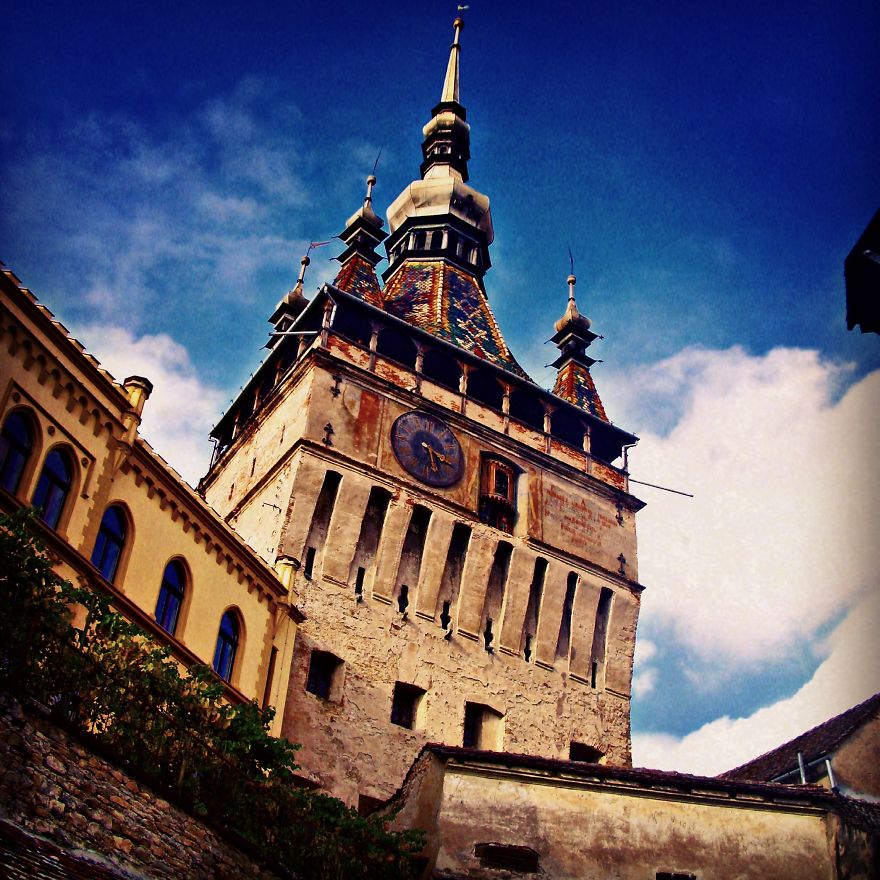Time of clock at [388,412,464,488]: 5:18
